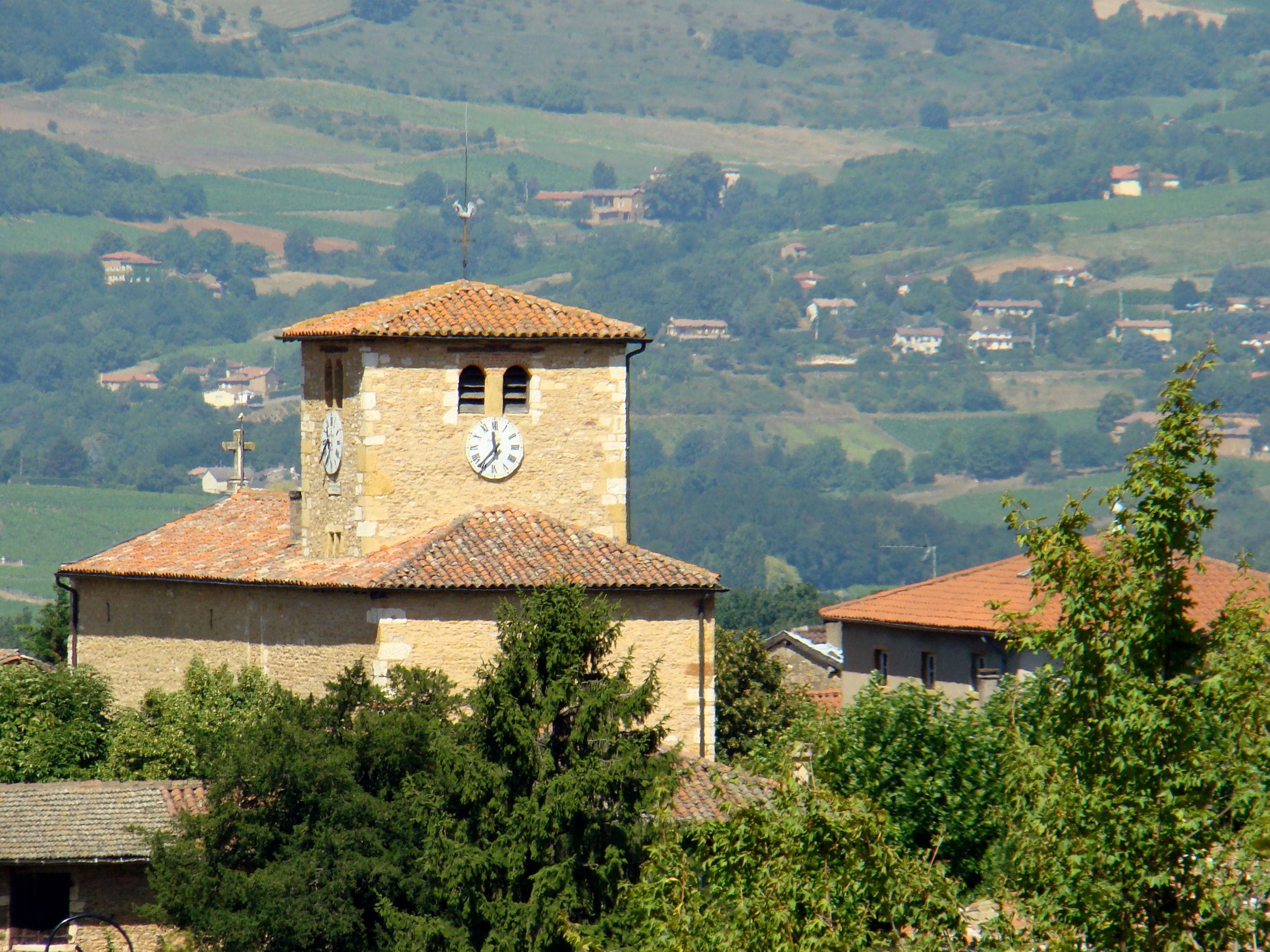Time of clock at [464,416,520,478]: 11:36
